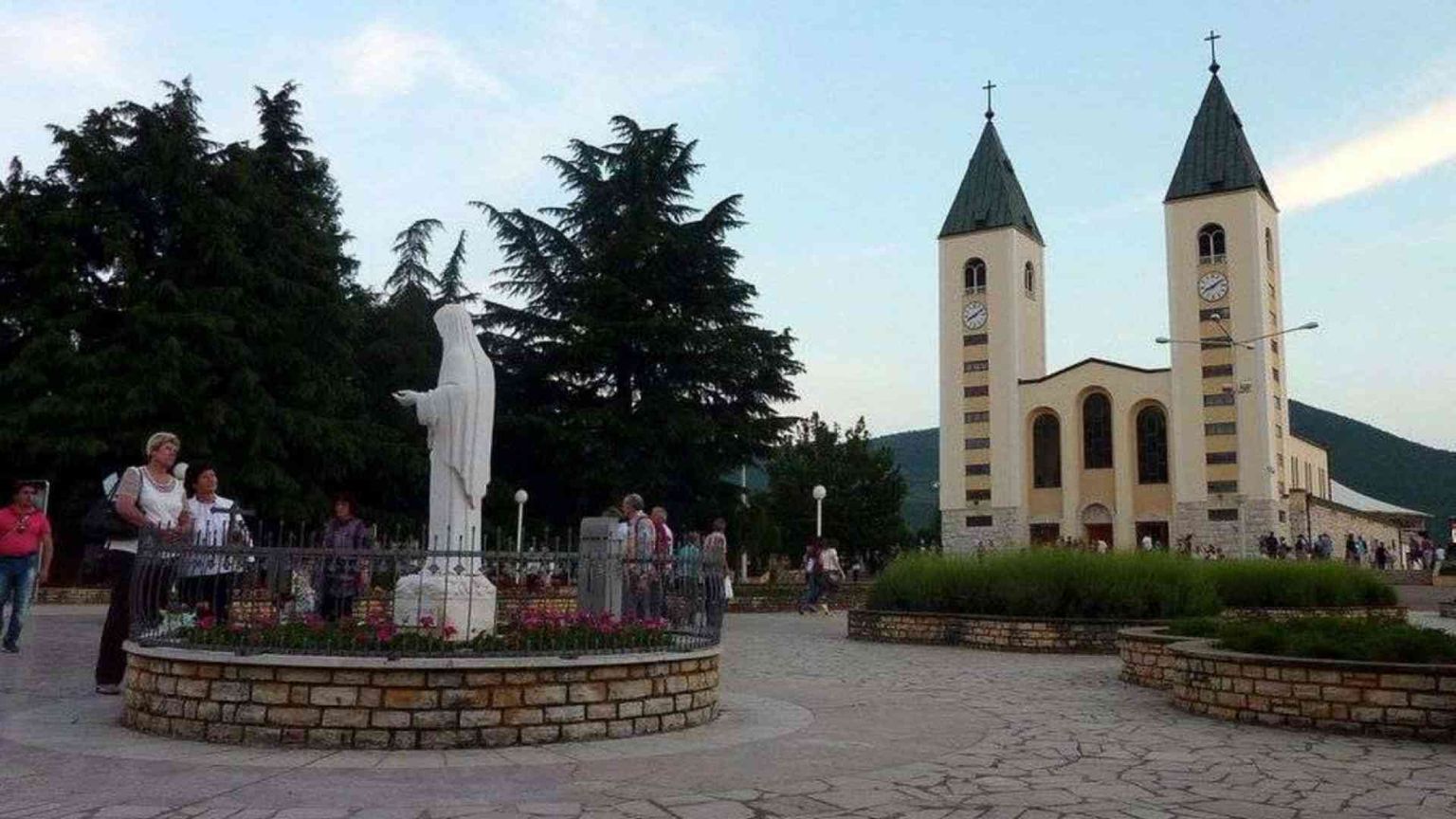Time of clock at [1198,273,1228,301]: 8:09
